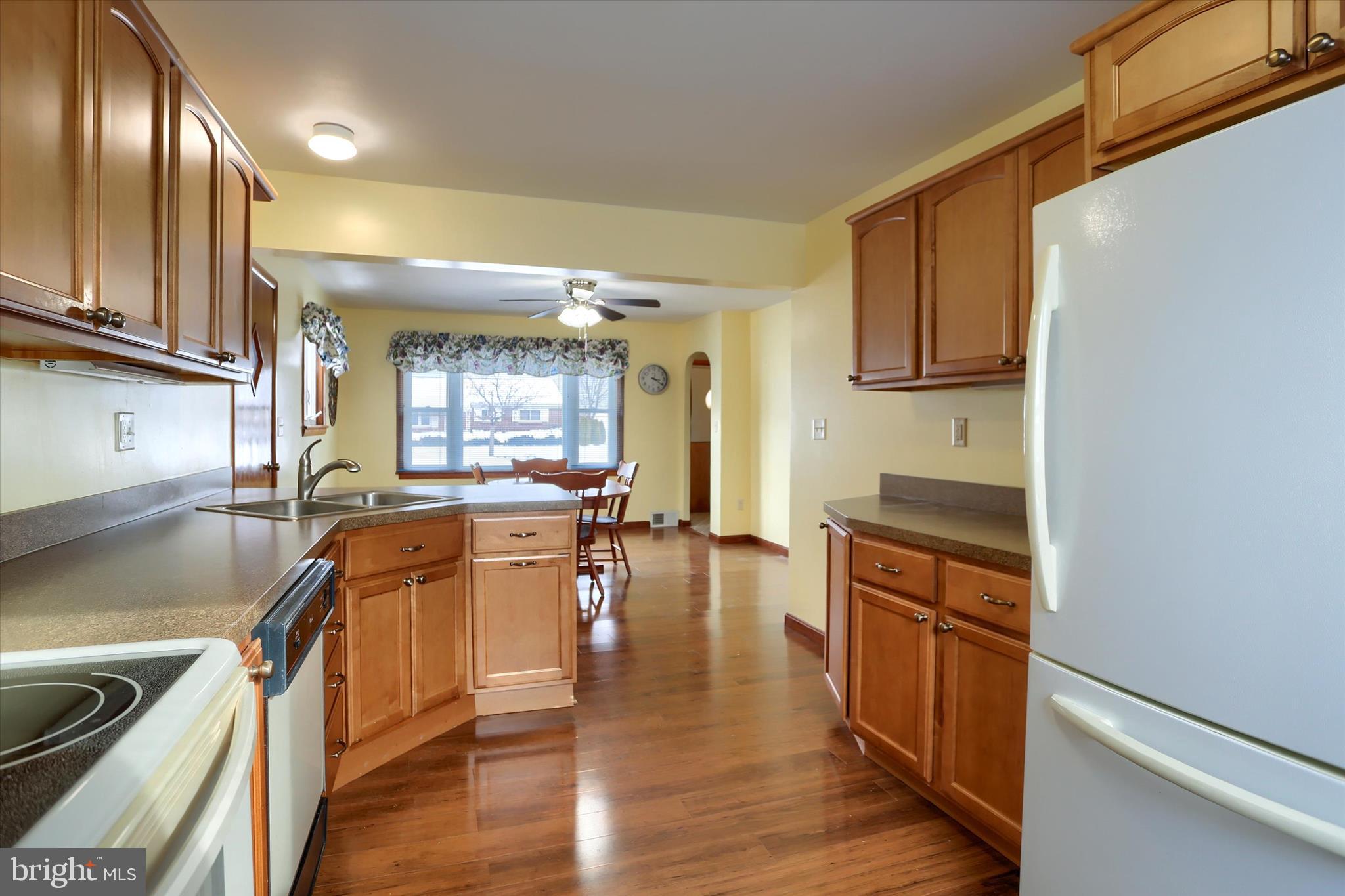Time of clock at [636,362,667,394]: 3:20
